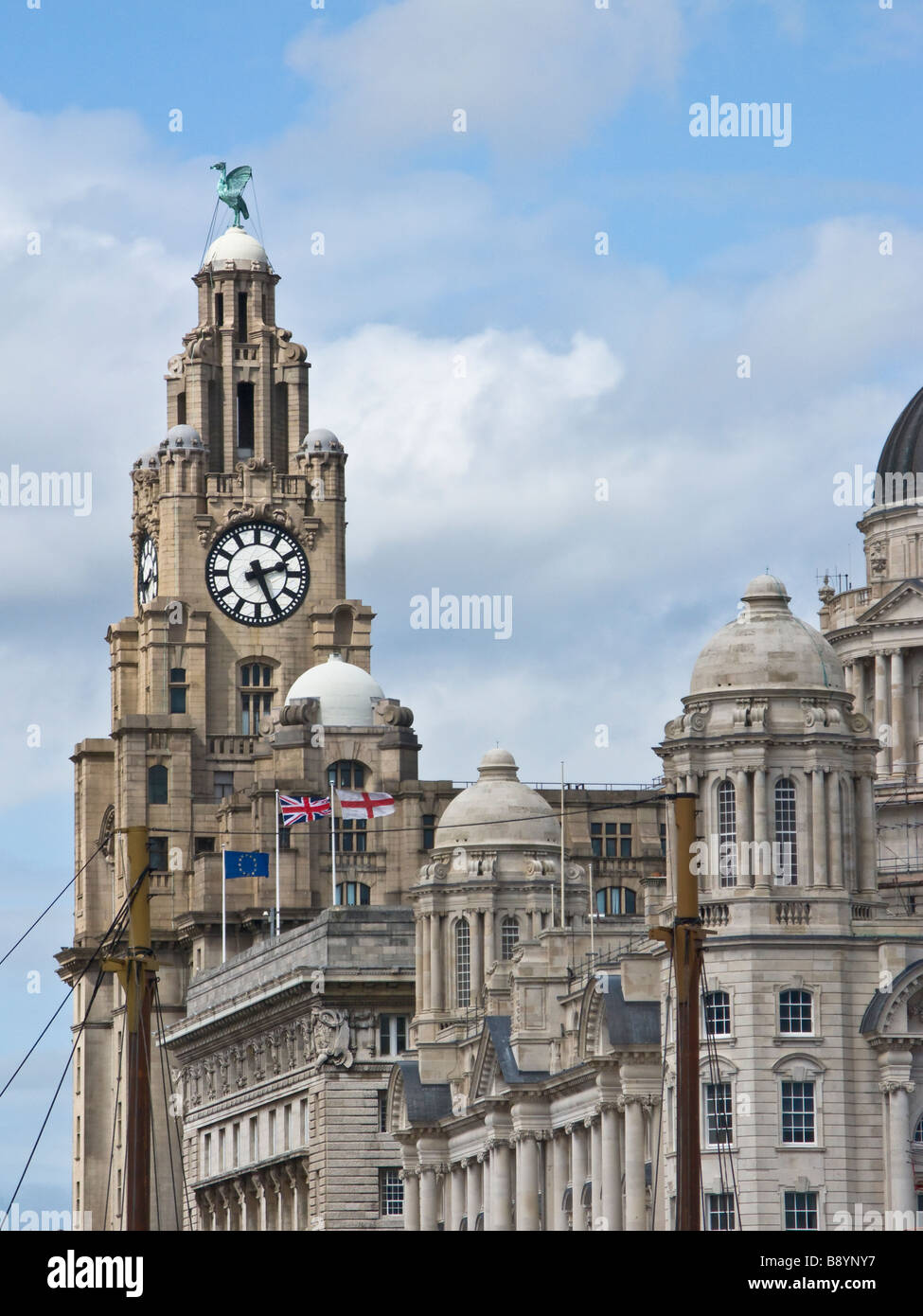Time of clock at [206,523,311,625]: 2:26
